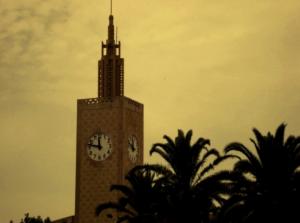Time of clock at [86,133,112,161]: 11:47
